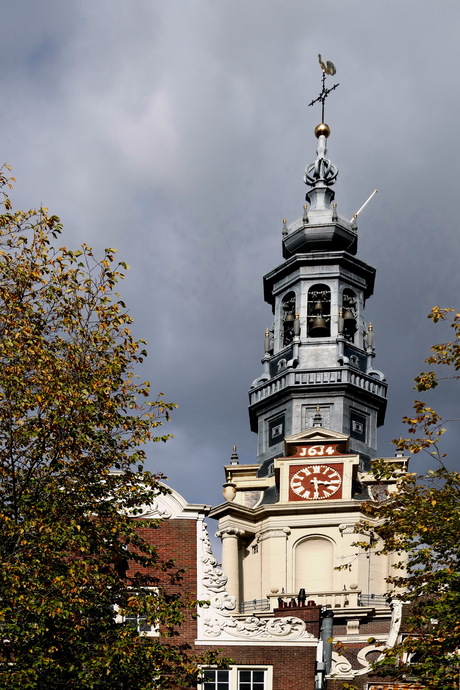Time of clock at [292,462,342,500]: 3:29
